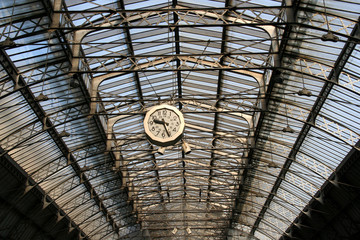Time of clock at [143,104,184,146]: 9:26
